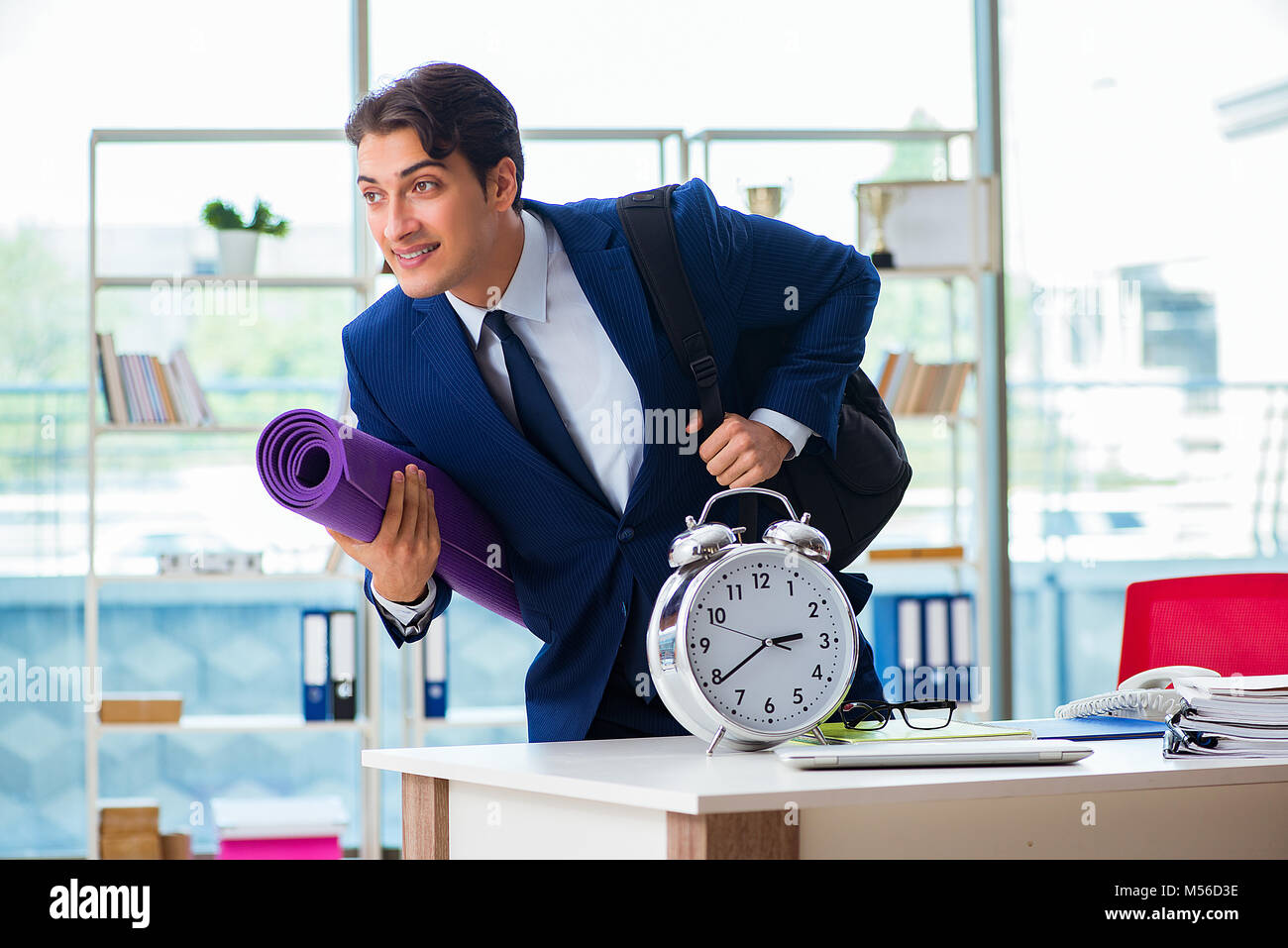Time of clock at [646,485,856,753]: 2:39
